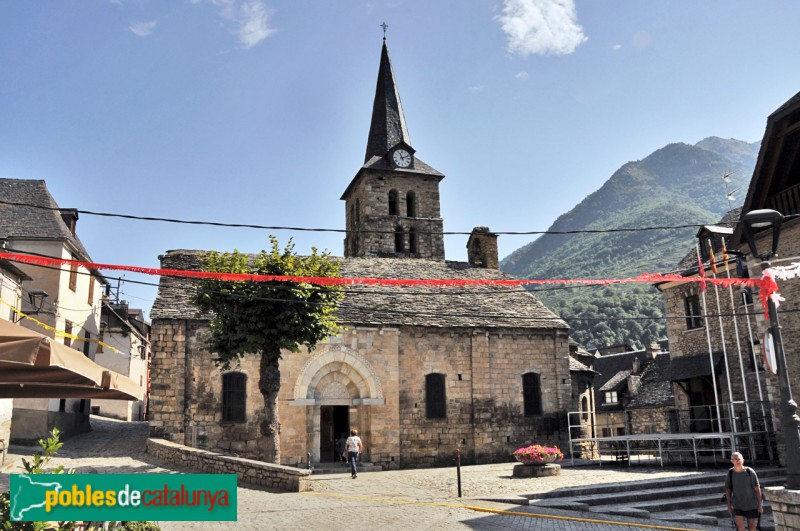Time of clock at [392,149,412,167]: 11:11
